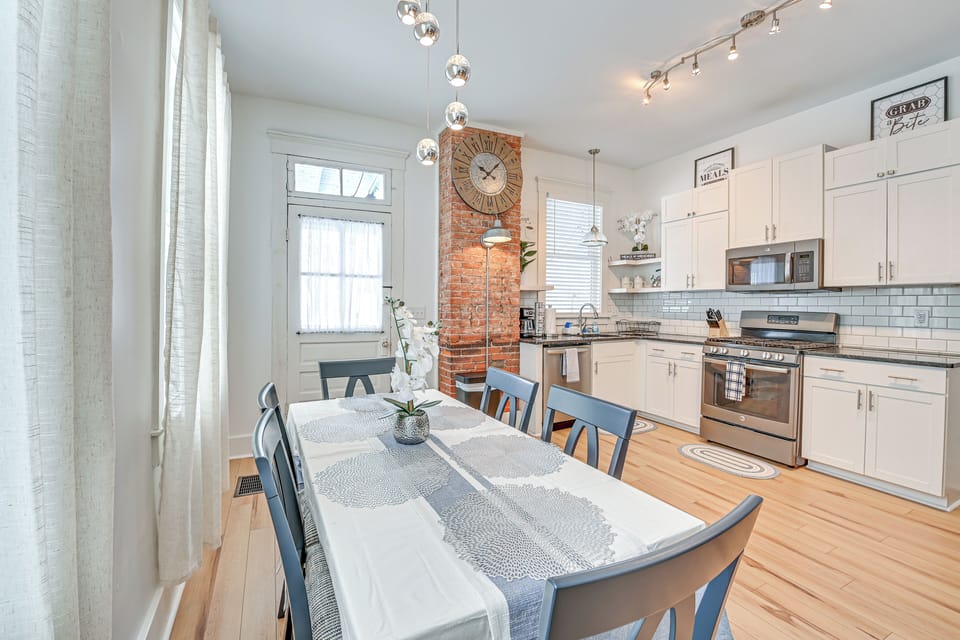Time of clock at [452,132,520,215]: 10:07
